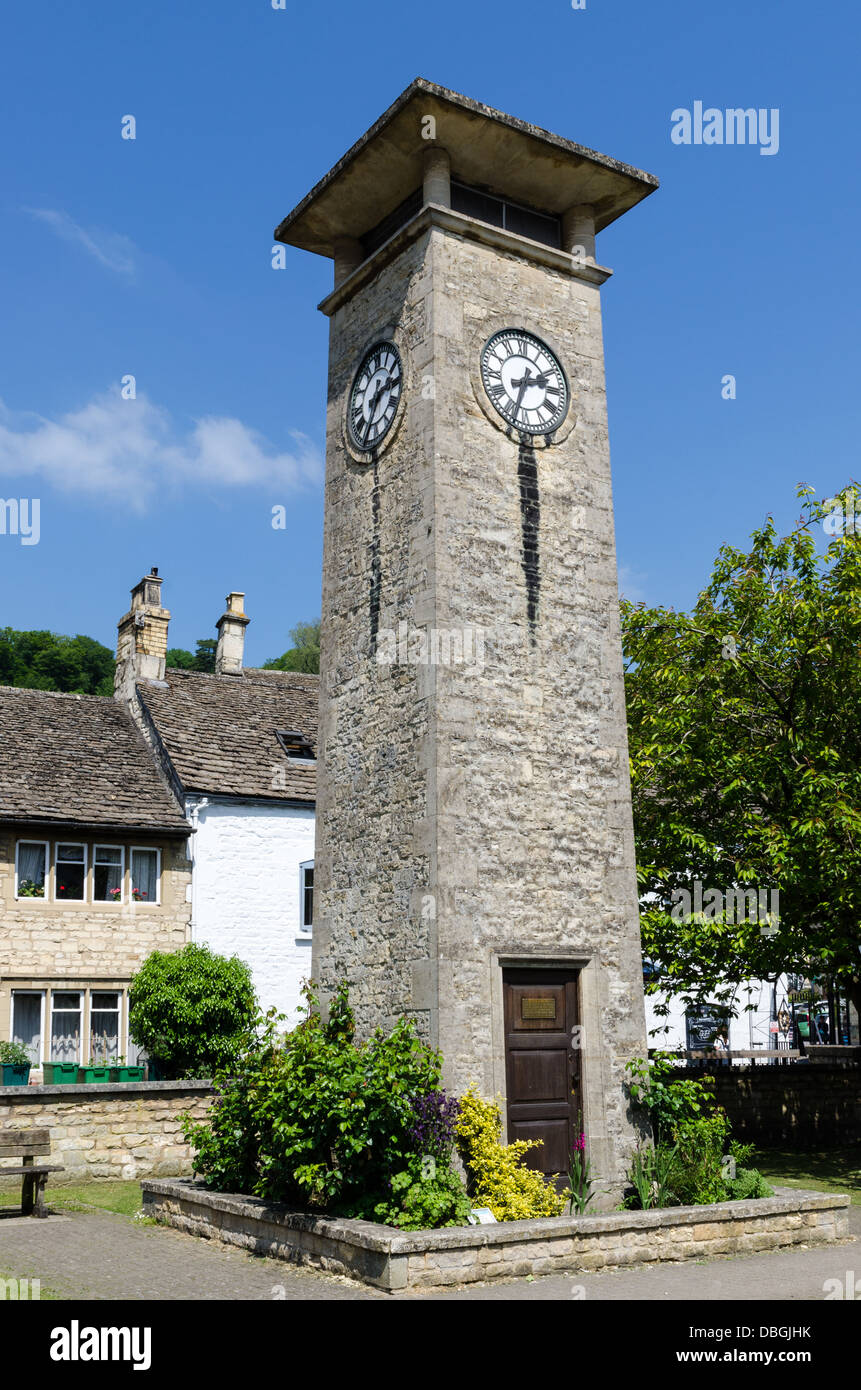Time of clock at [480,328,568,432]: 2:33
